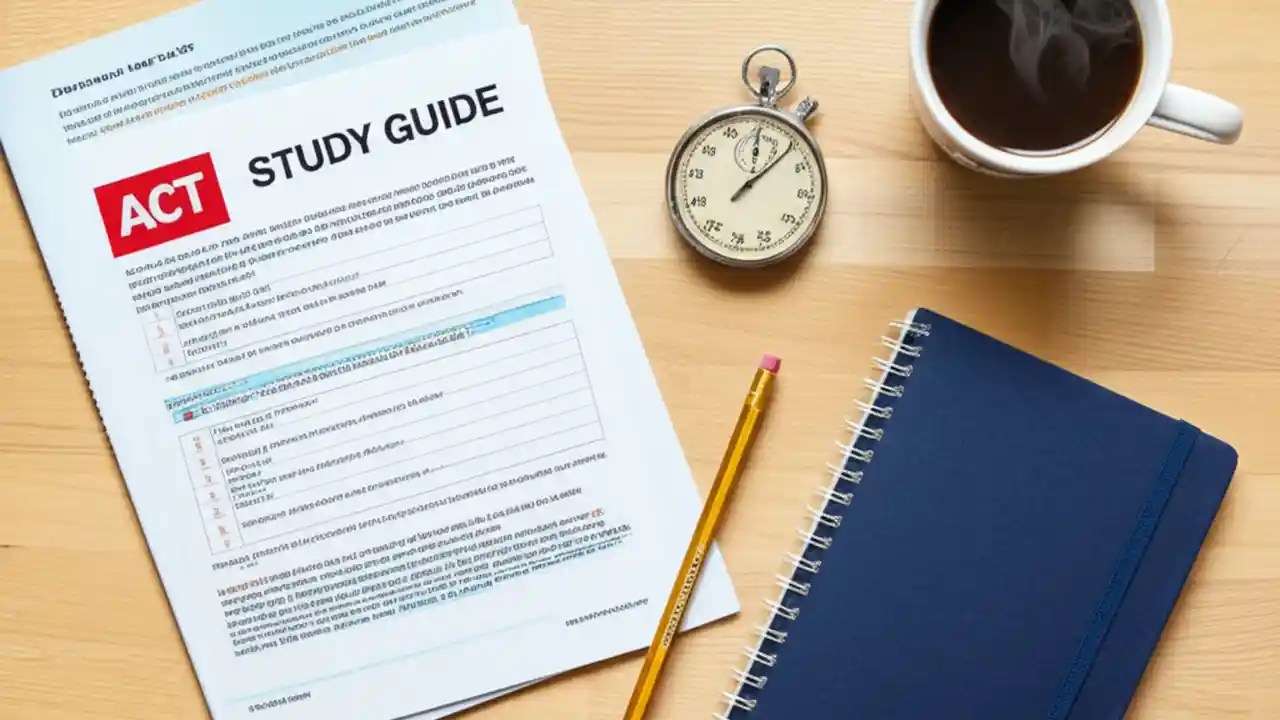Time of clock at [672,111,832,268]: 12:06
